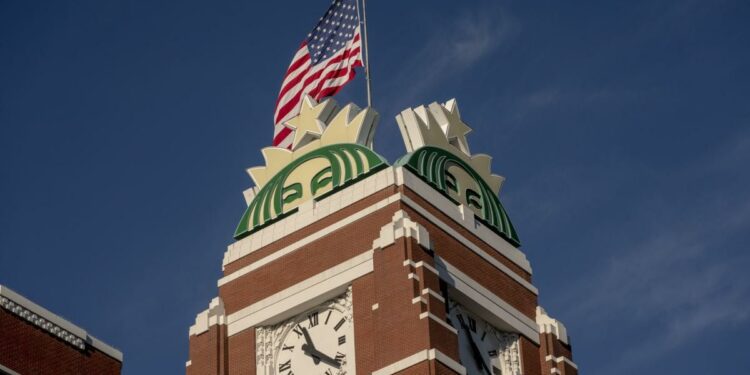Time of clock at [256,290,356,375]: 11:21
